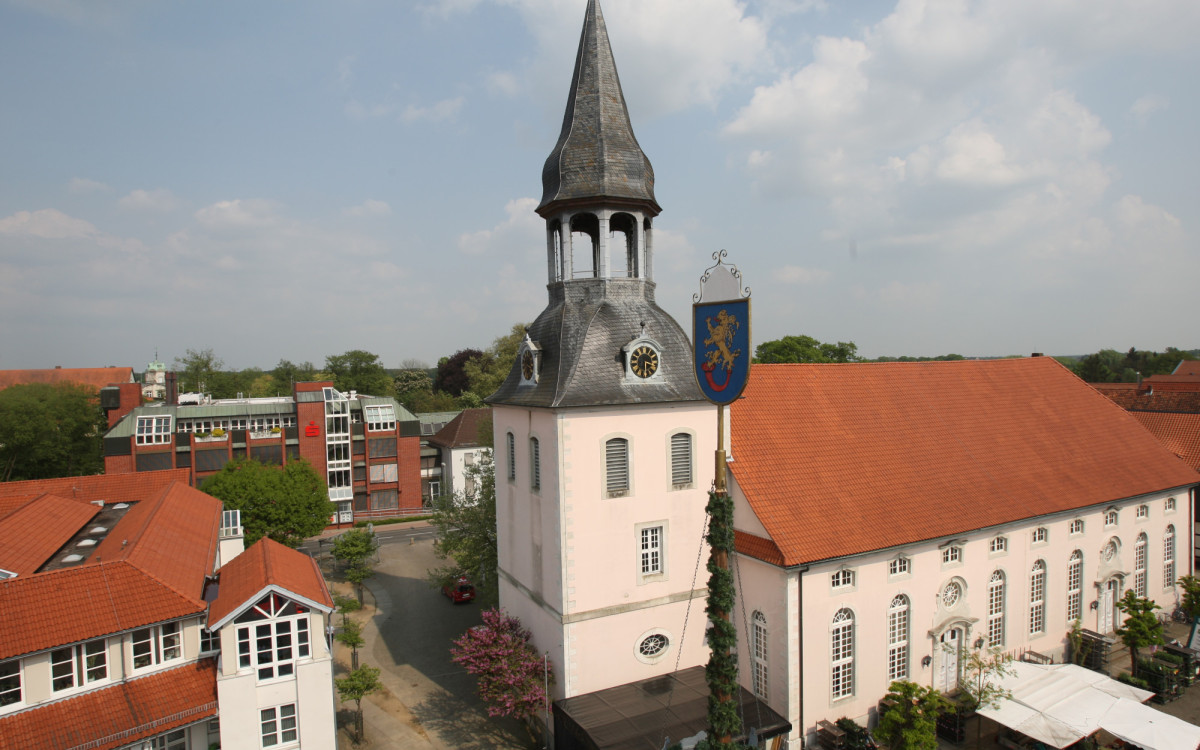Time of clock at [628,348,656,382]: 3:29
